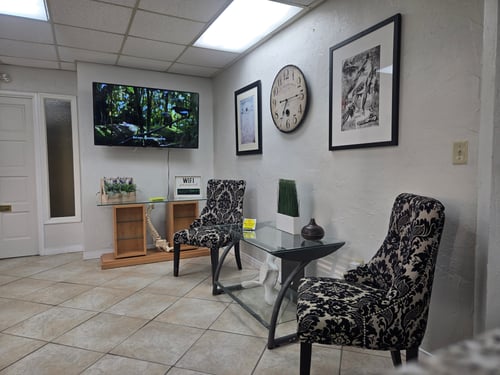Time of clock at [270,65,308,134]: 7:14
